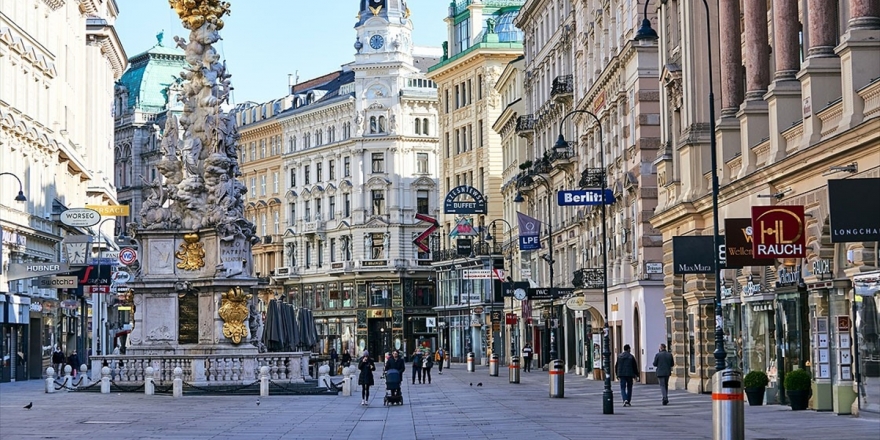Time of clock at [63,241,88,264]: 4:33
